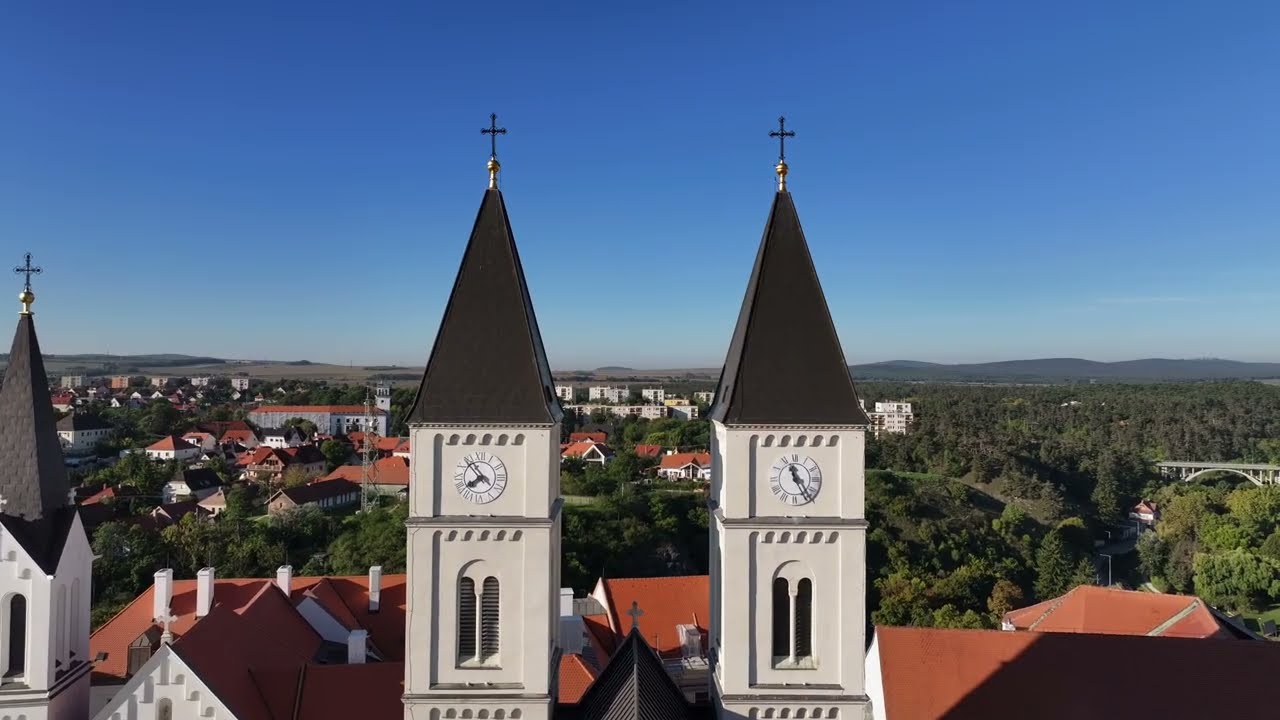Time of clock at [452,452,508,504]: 7:53
